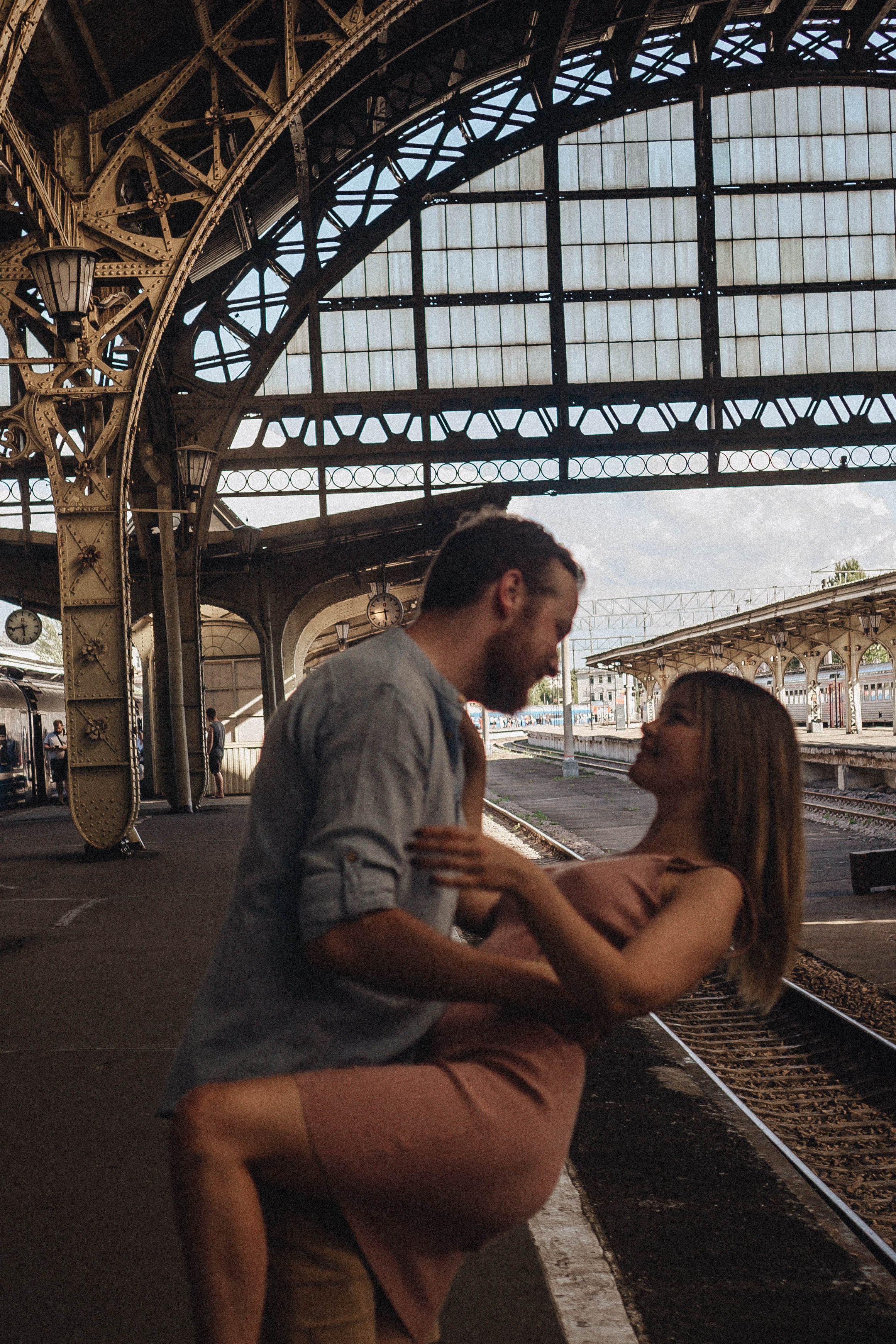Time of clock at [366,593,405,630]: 5:43
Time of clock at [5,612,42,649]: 5:43
